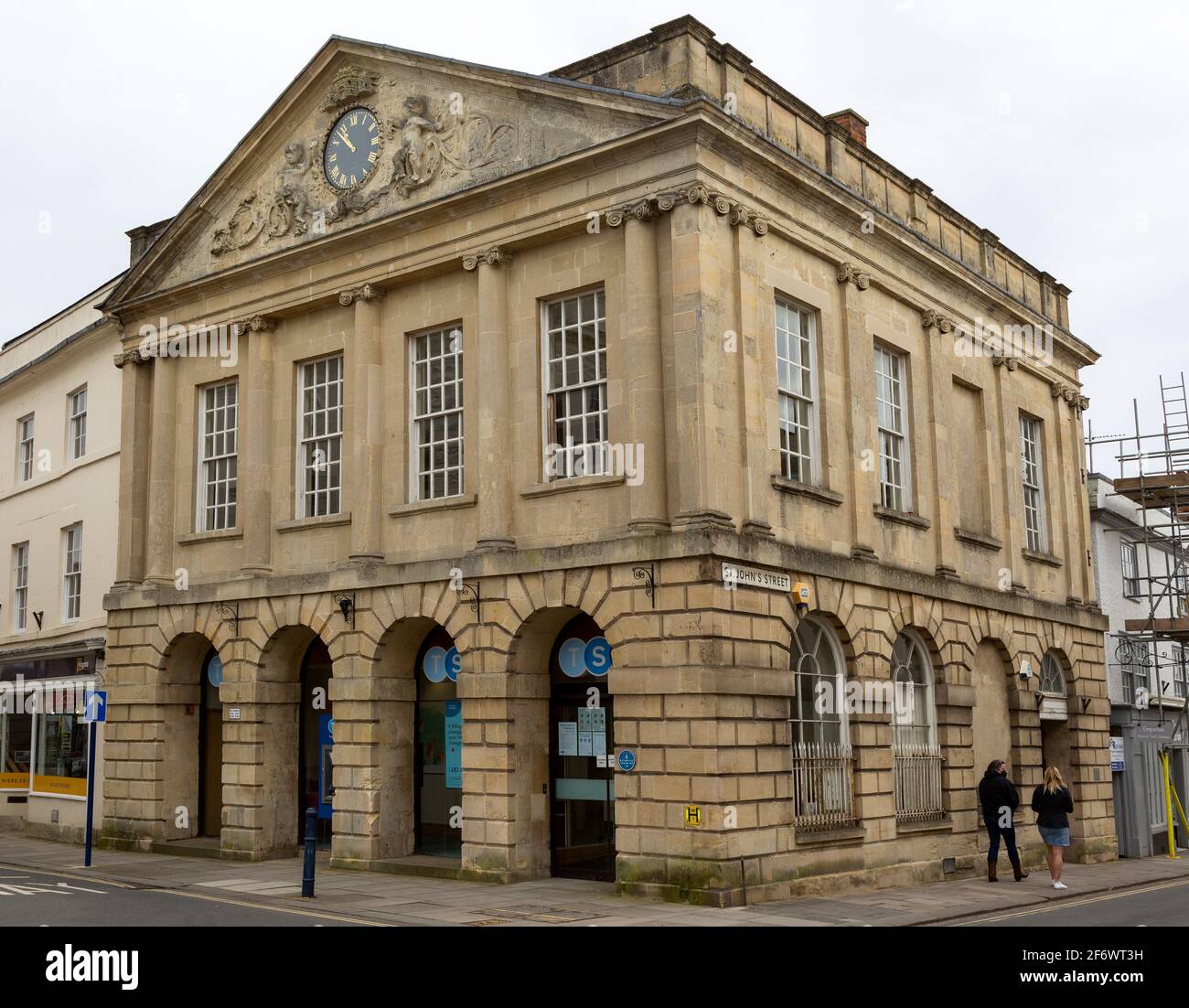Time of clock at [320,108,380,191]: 10:52
